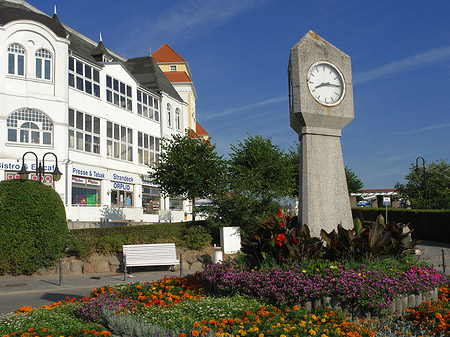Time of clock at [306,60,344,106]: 8:14
